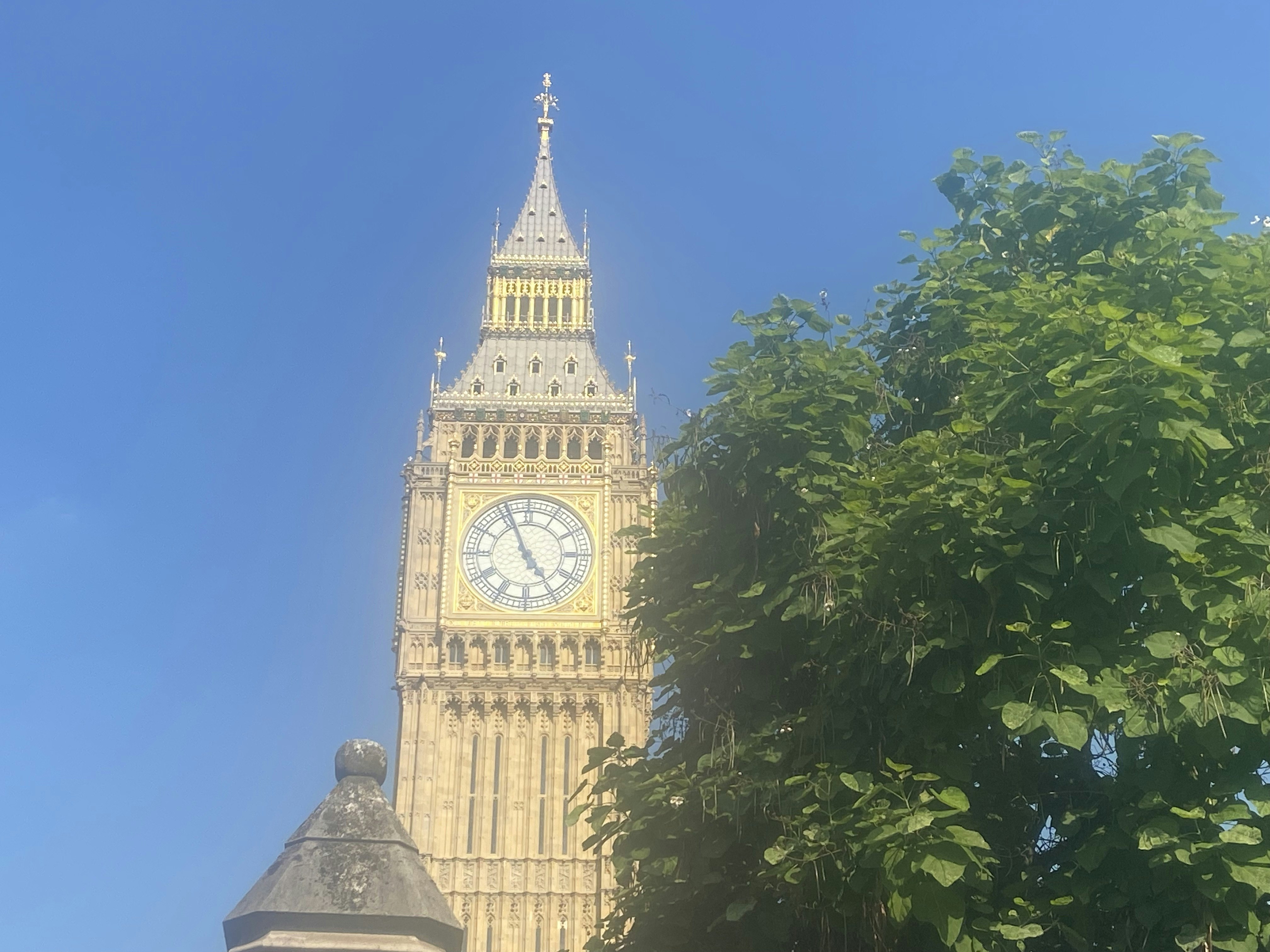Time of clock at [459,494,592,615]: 4:56
